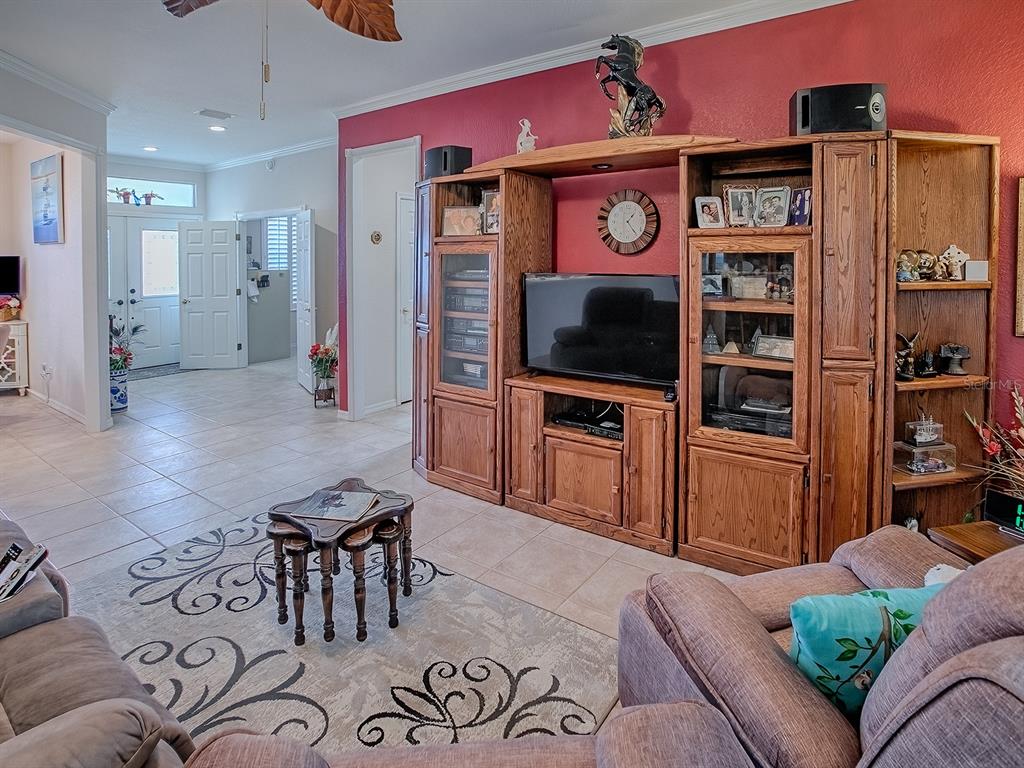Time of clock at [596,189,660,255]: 1:23
